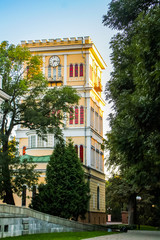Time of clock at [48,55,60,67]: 7:15
